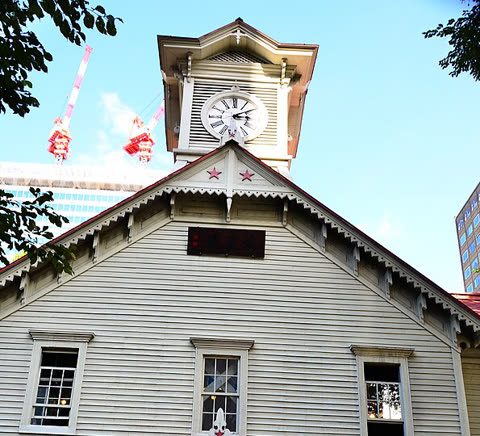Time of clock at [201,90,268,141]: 3:09
